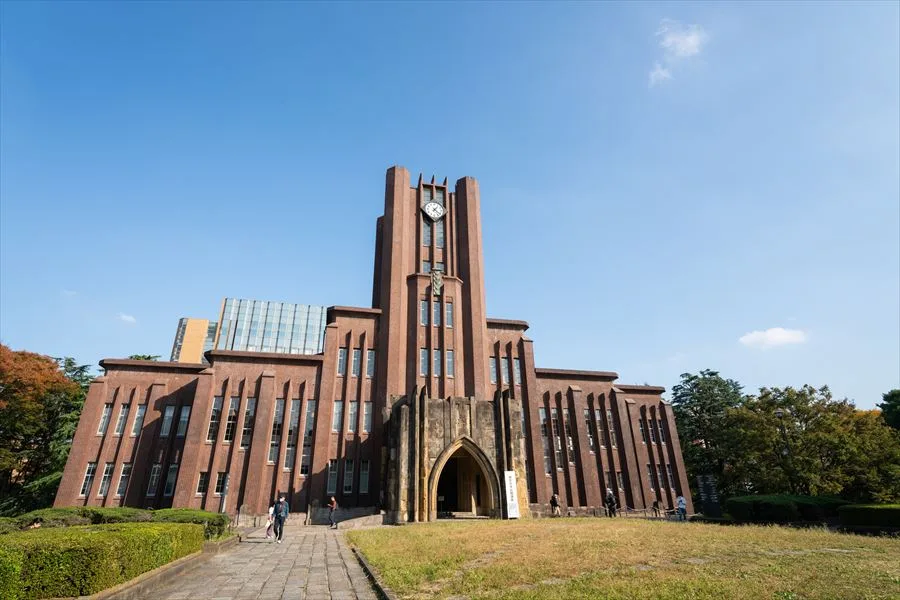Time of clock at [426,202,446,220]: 1:21
